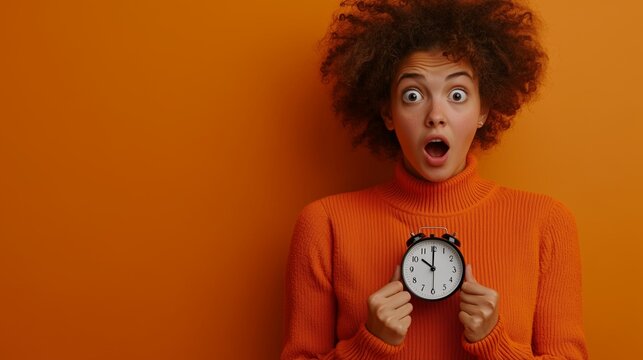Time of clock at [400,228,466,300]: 10:00
